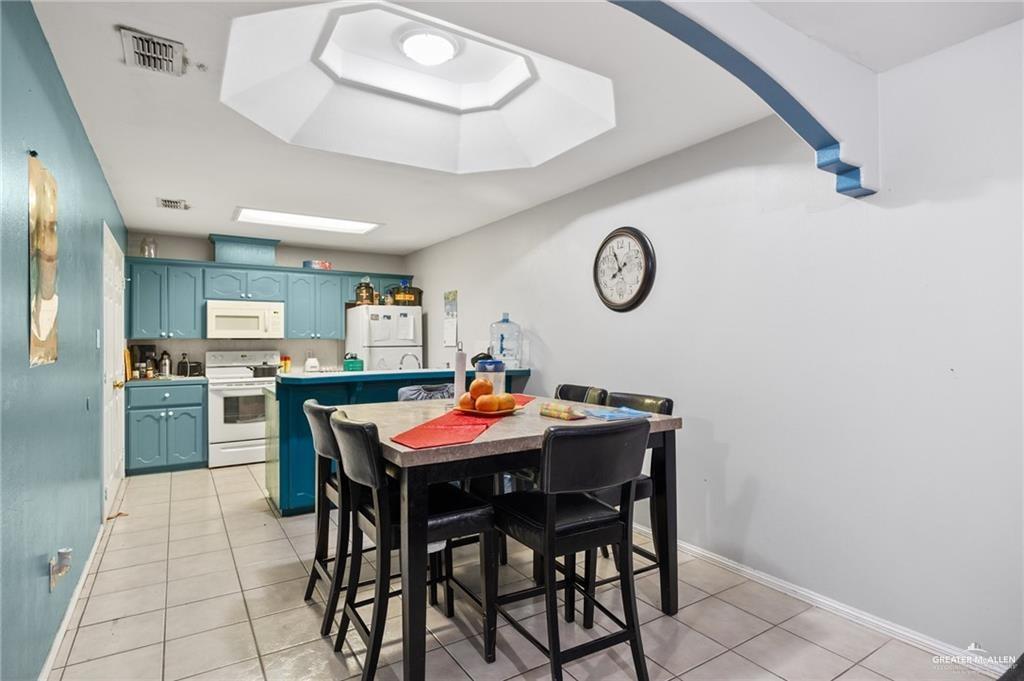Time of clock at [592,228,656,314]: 7:55
